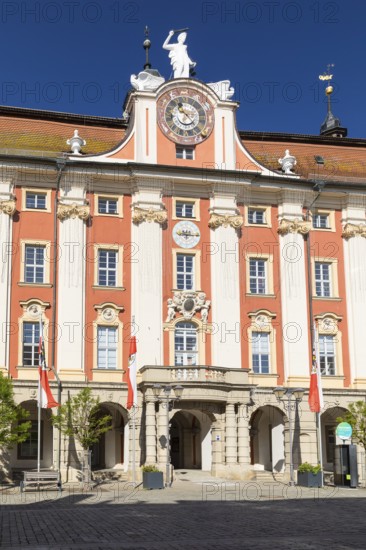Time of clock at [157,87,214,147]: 11:22
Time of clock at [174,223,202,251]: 9:14
